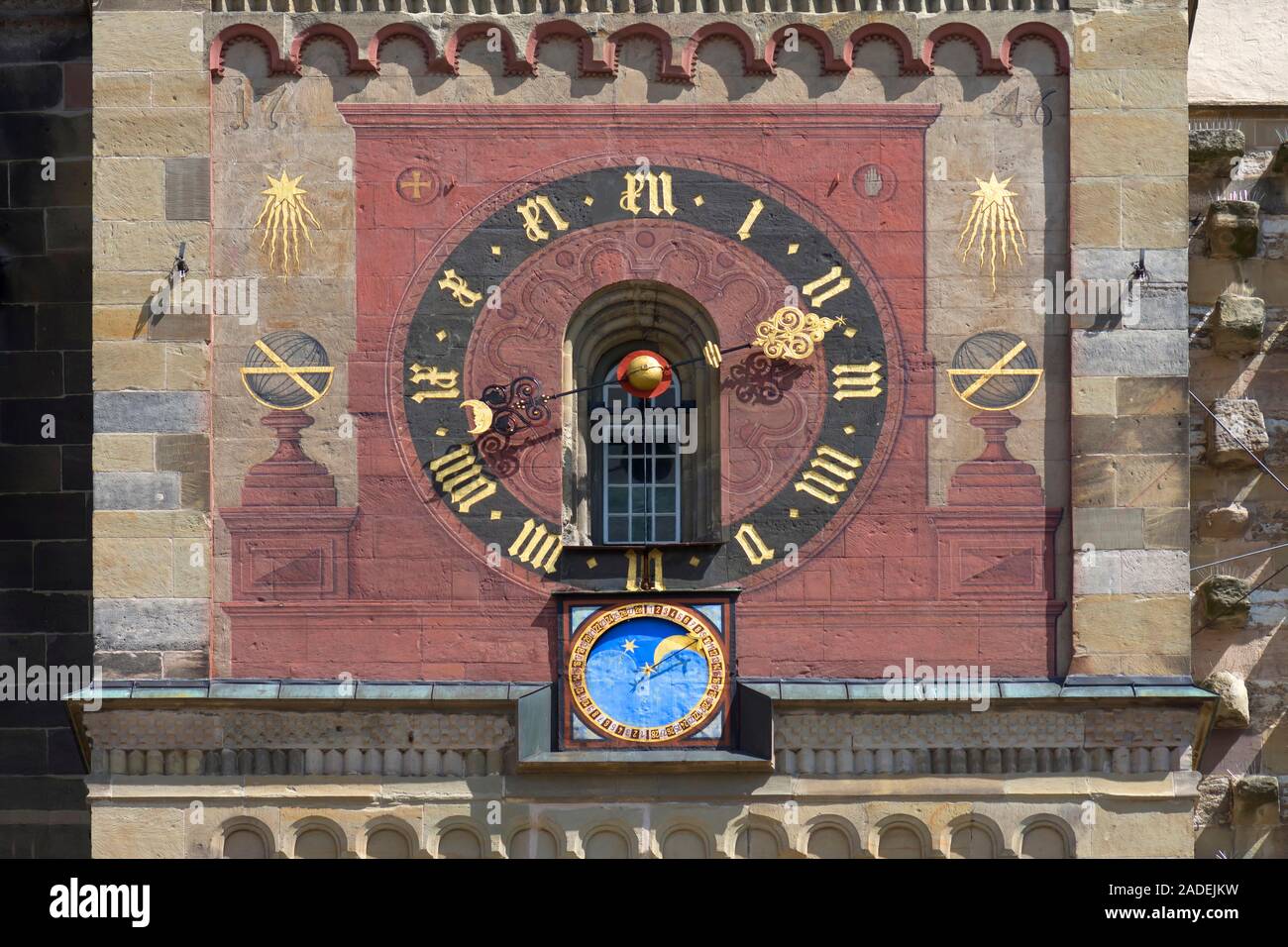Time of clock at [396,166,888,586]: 2:29
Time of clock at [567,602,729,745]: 1:09
